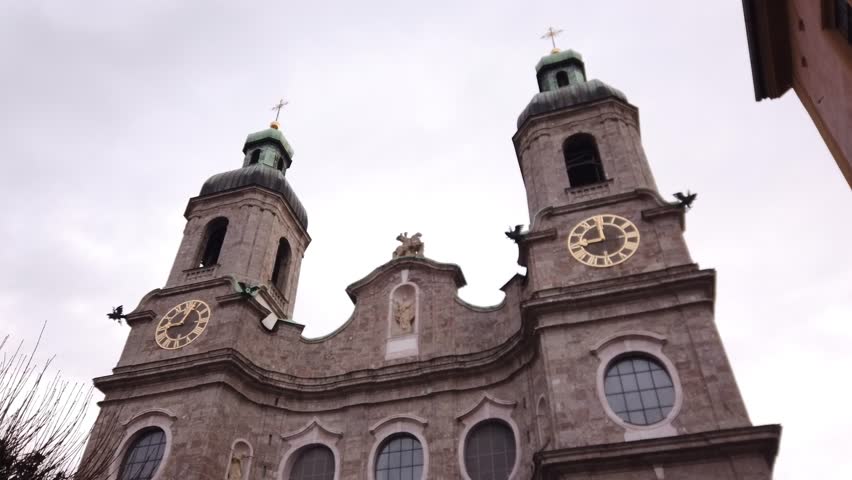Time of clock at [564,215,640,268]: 11:42
